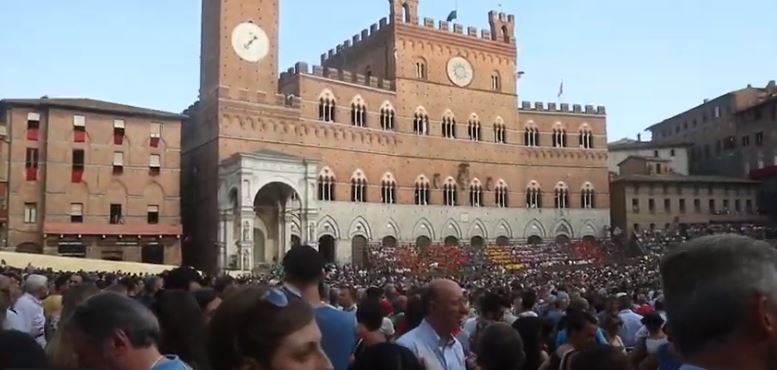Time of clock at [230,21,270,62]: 1:37
